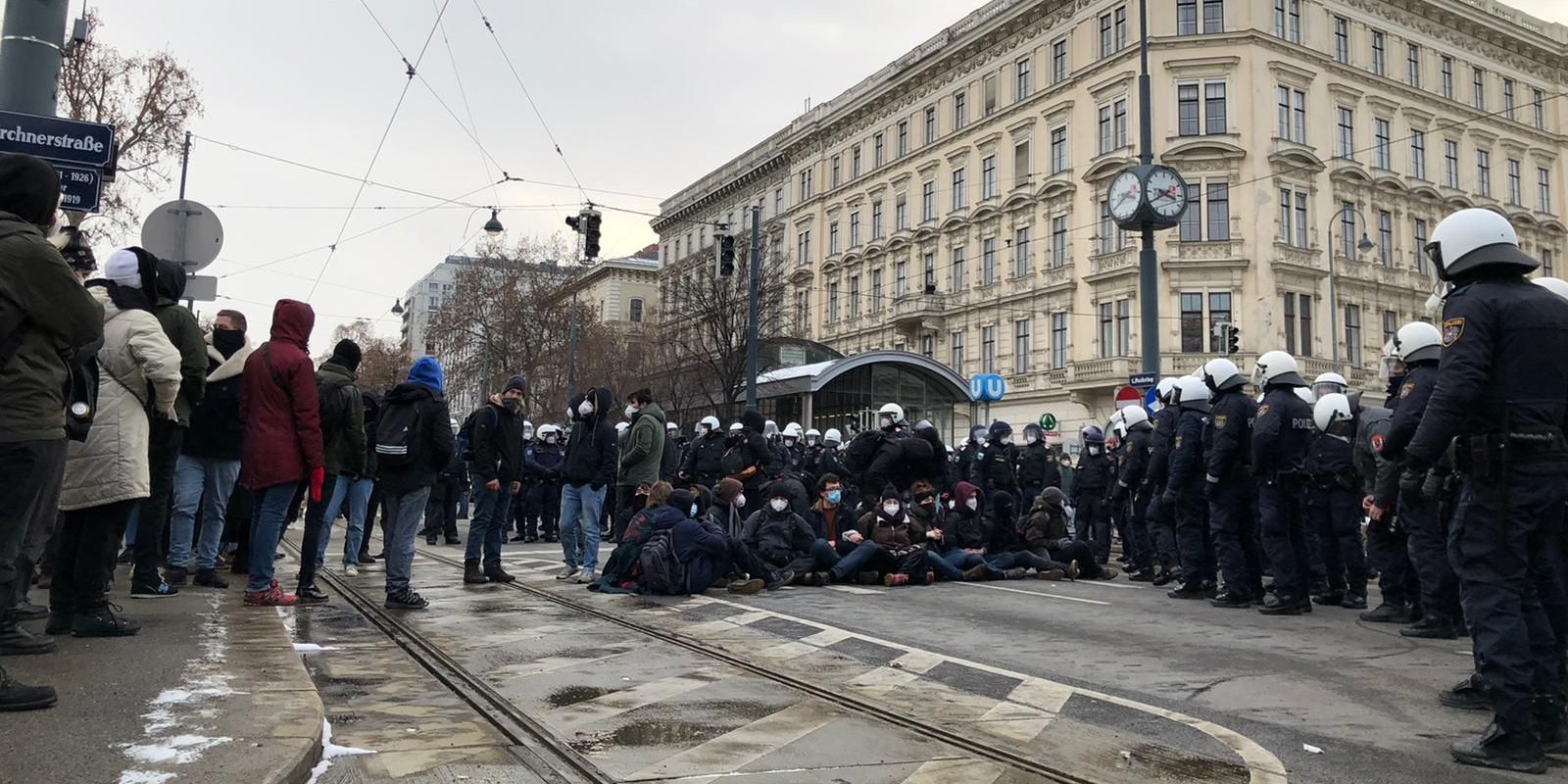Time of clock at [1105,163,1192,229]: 3:40
